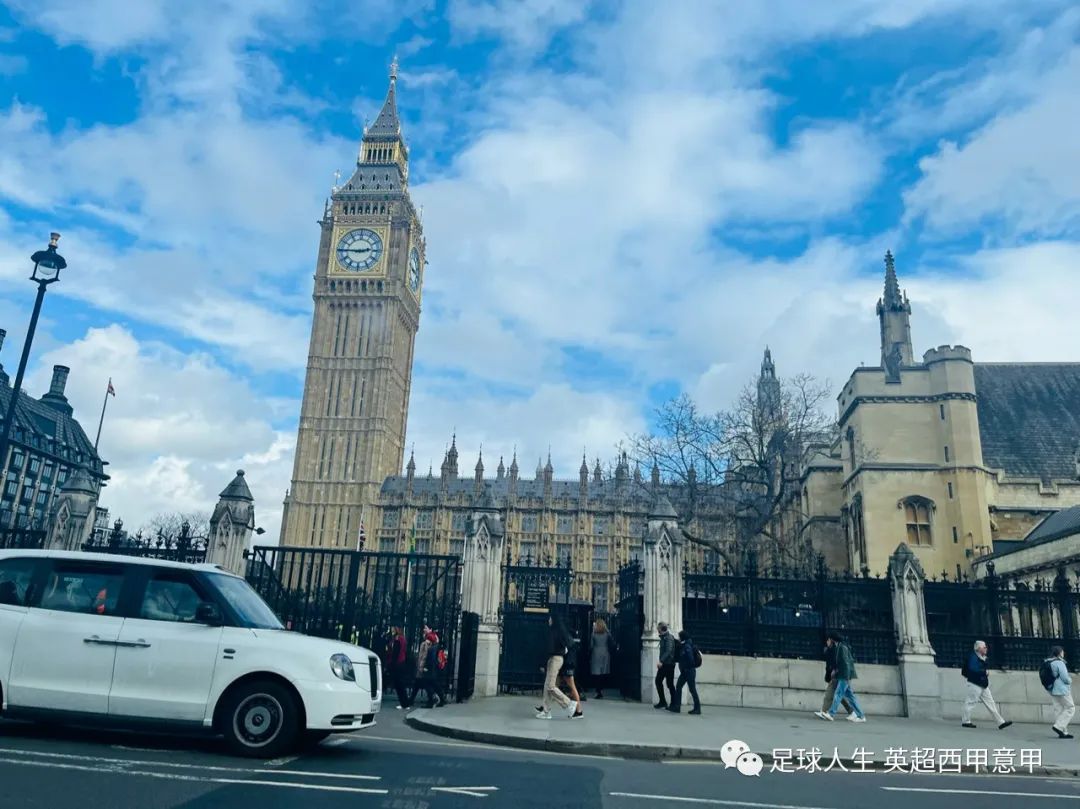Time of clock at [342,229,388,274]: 2:45
